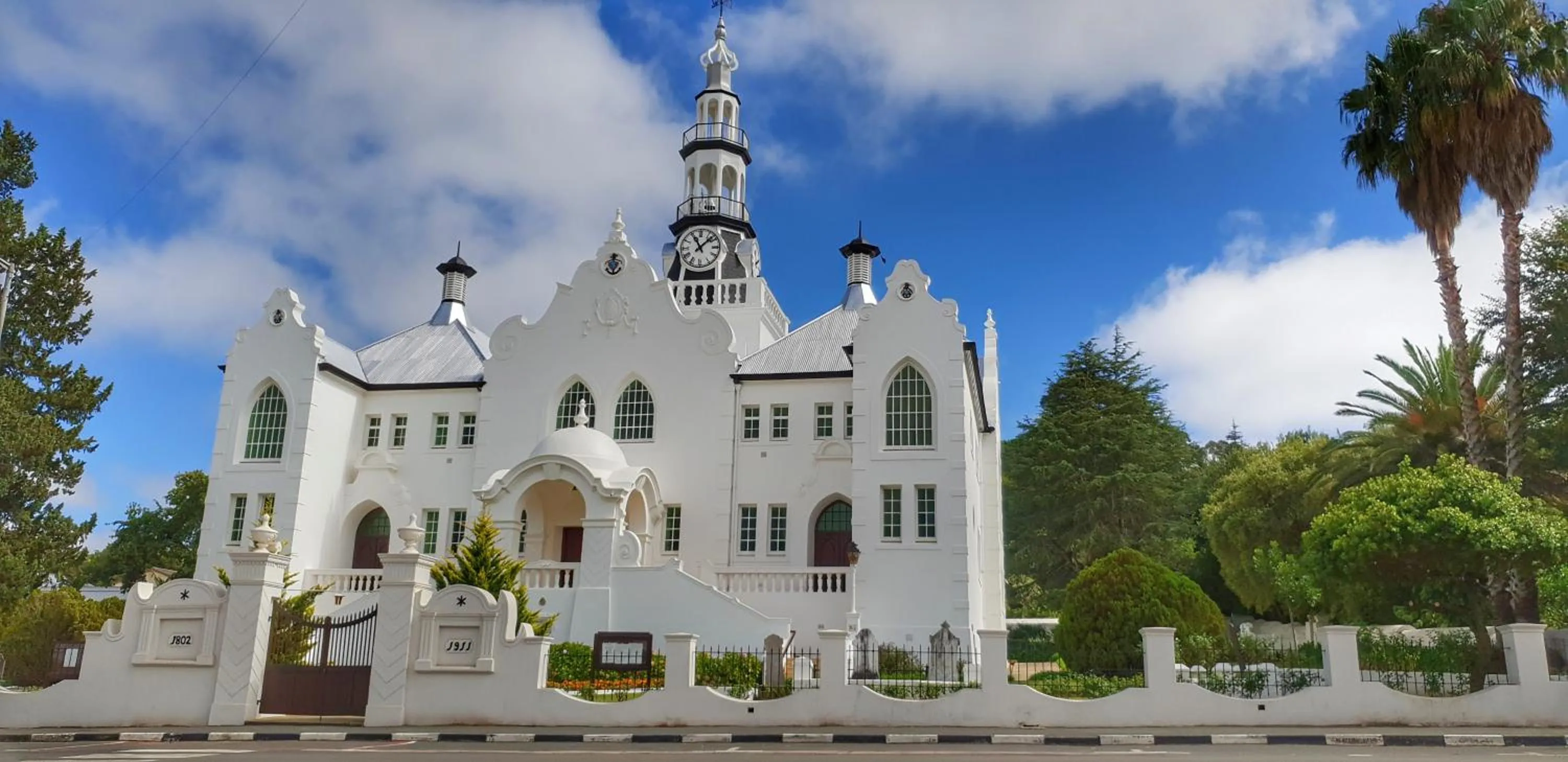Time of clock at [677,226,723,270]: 11:07
